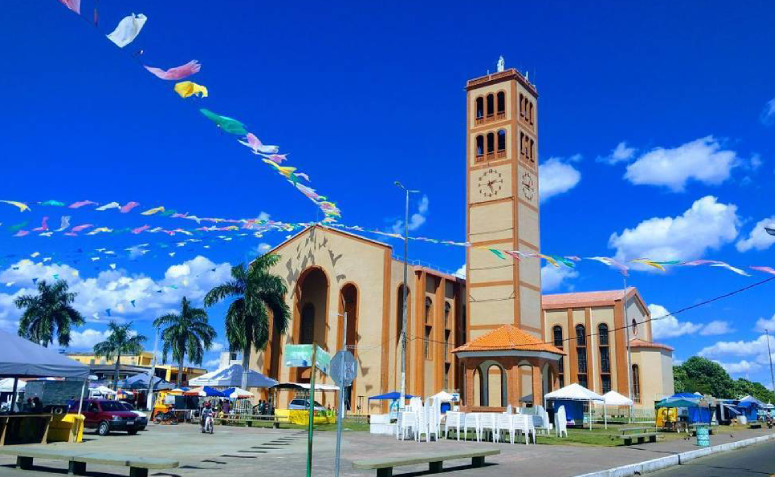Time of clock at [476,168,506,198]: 2:26
